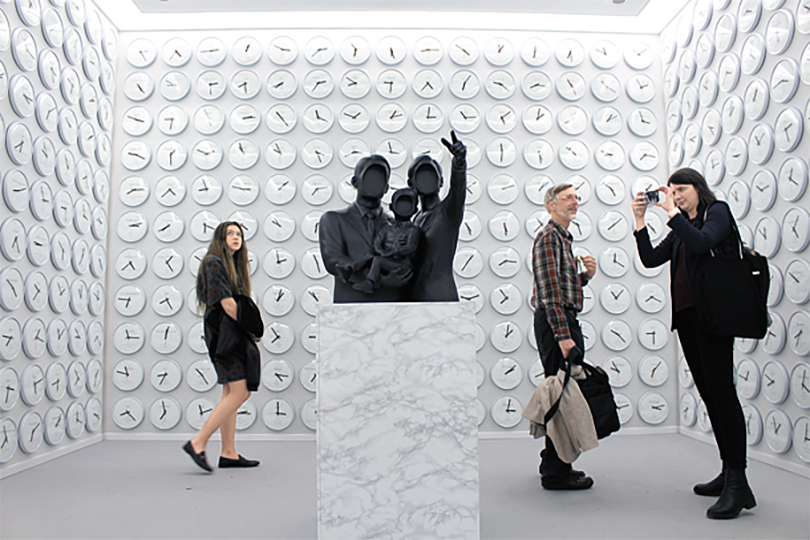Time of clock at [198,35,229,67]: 2:44
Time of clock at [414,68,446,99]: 4:36
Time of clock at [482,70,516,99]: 9:22
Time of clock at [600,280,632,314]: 11:07
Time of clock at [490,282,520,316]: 7:54
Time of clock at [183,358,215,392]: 10:24
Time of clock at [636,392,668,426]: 3:12
